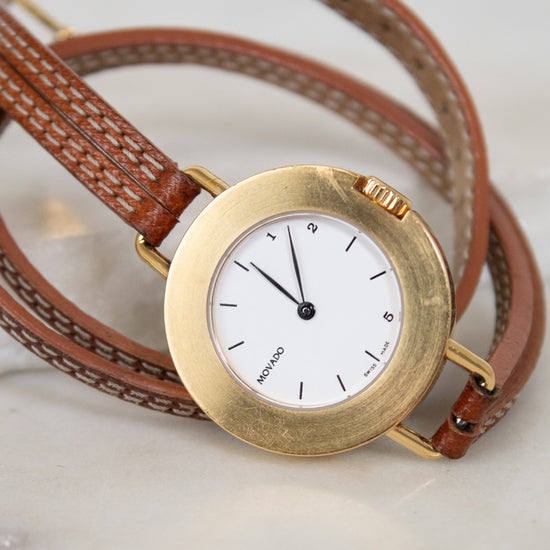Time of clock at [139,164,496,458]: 9:57
